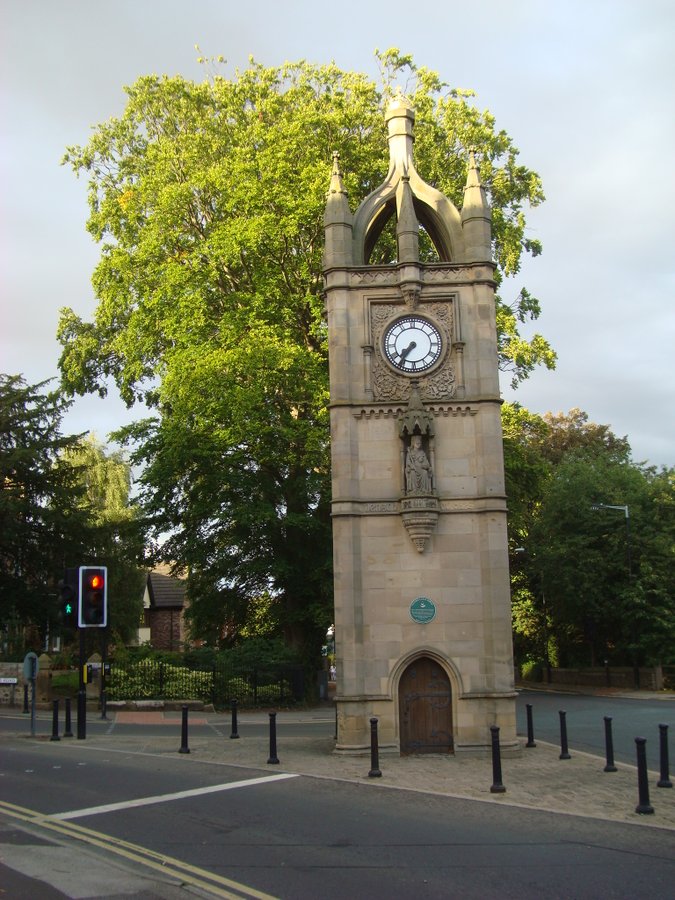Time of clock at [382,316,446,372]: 7:35
